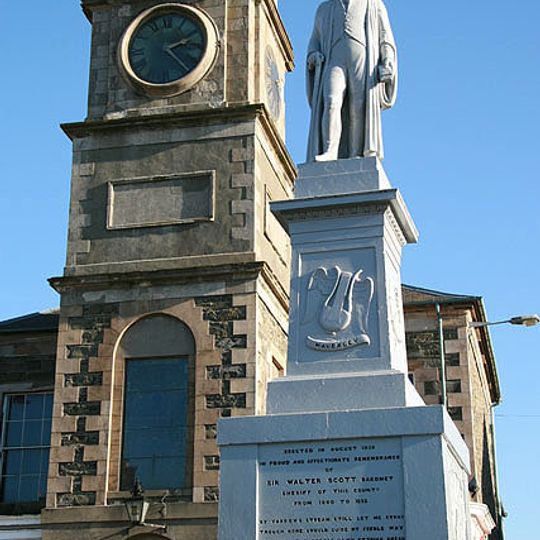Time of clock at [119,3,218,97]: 2:23
